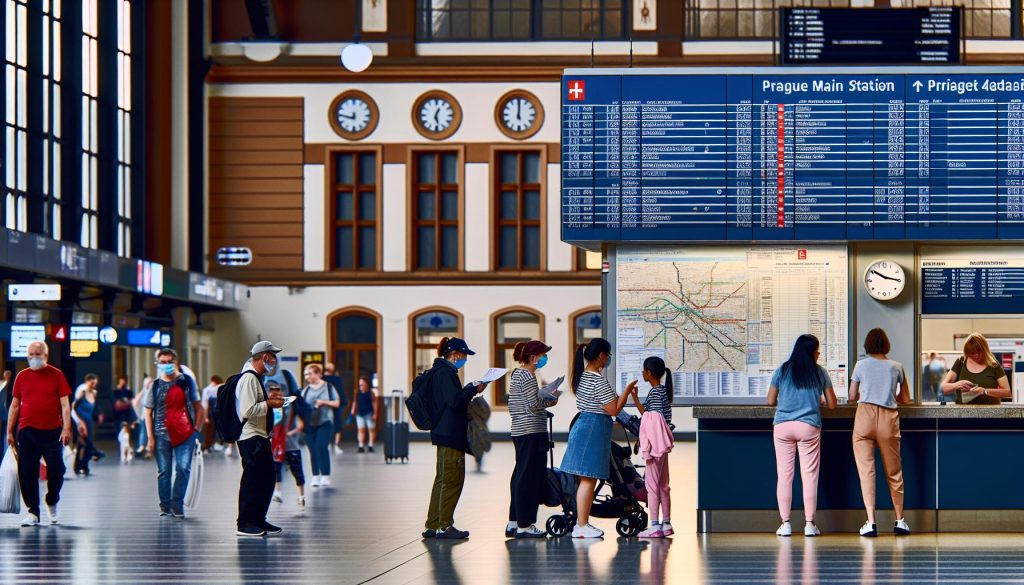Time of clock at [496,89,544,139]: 12:00
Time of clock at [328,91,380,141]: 11:46
